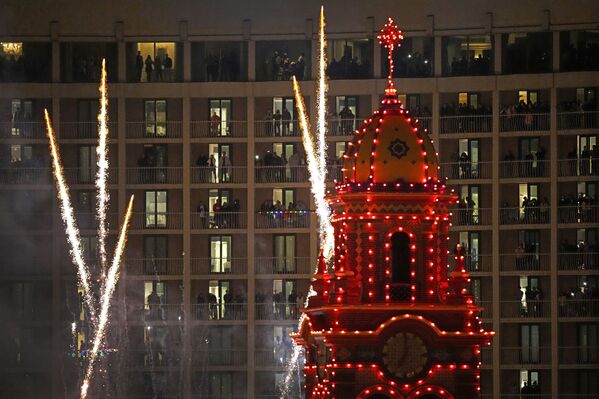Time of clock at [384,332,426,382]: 7:00
